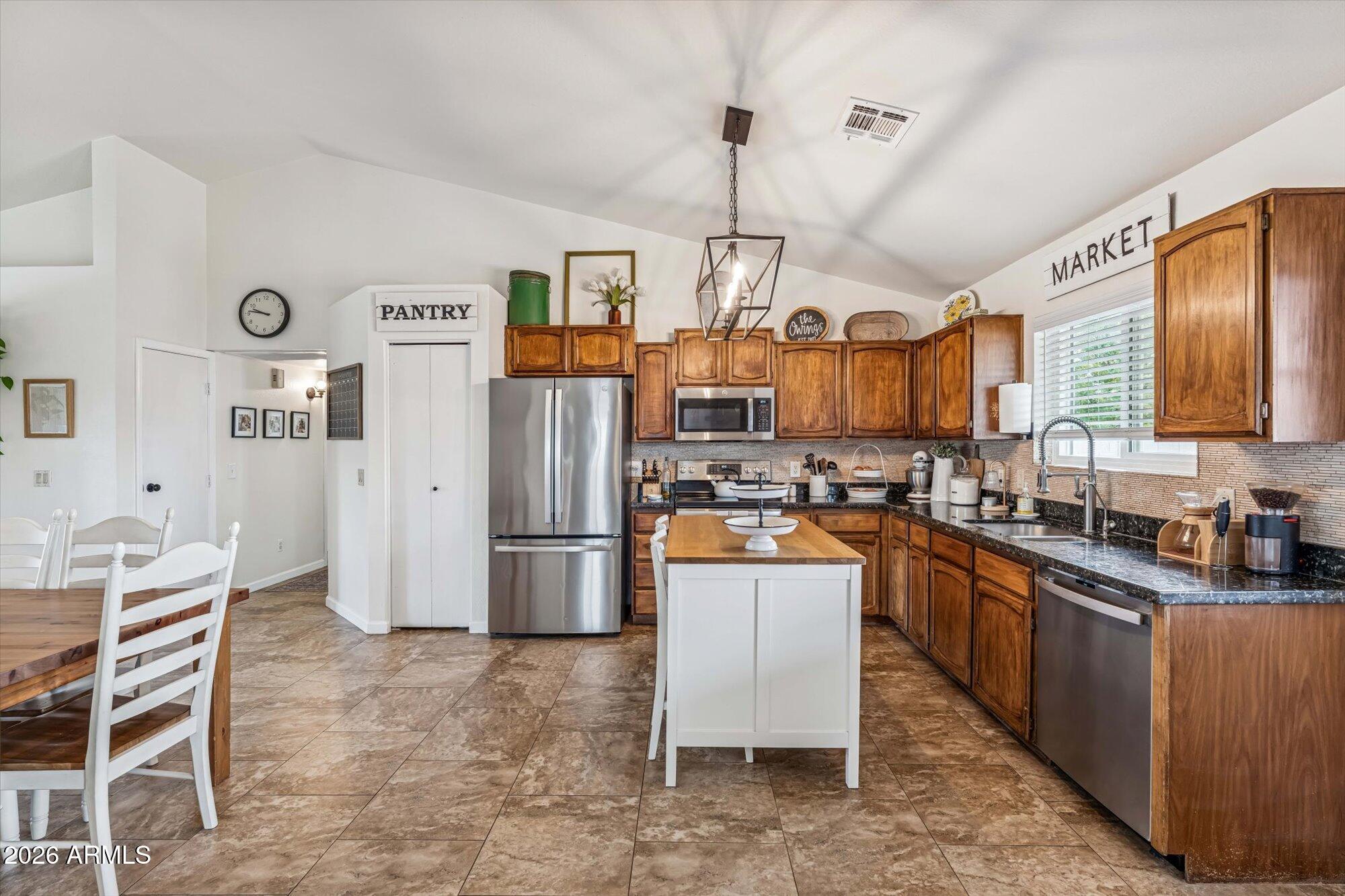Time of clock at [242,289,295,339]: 9:46
